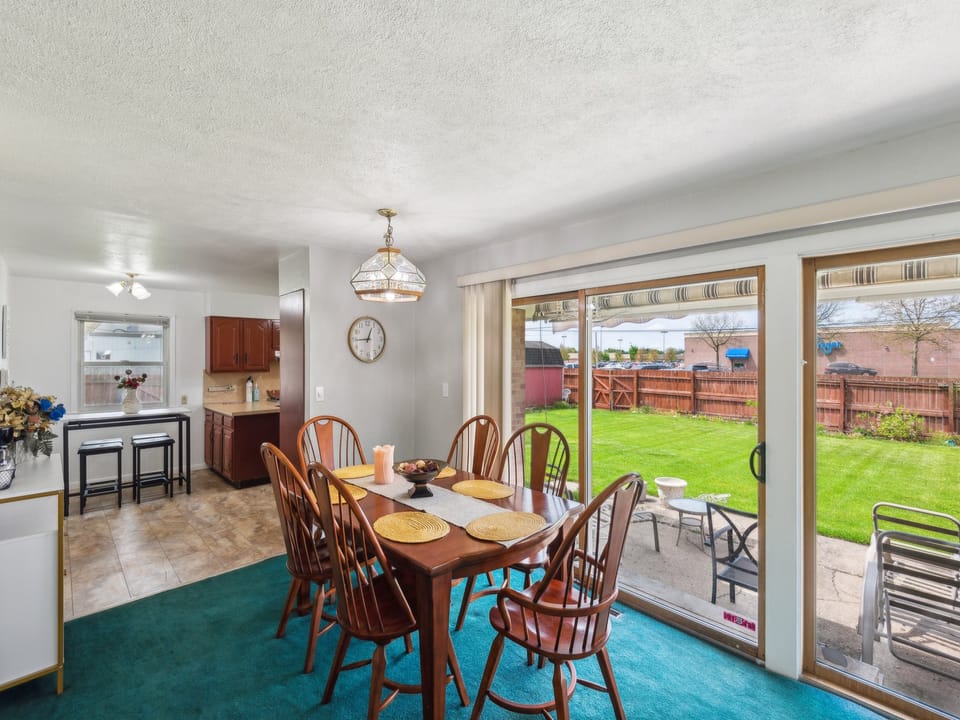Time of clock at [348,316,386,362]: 12:44
